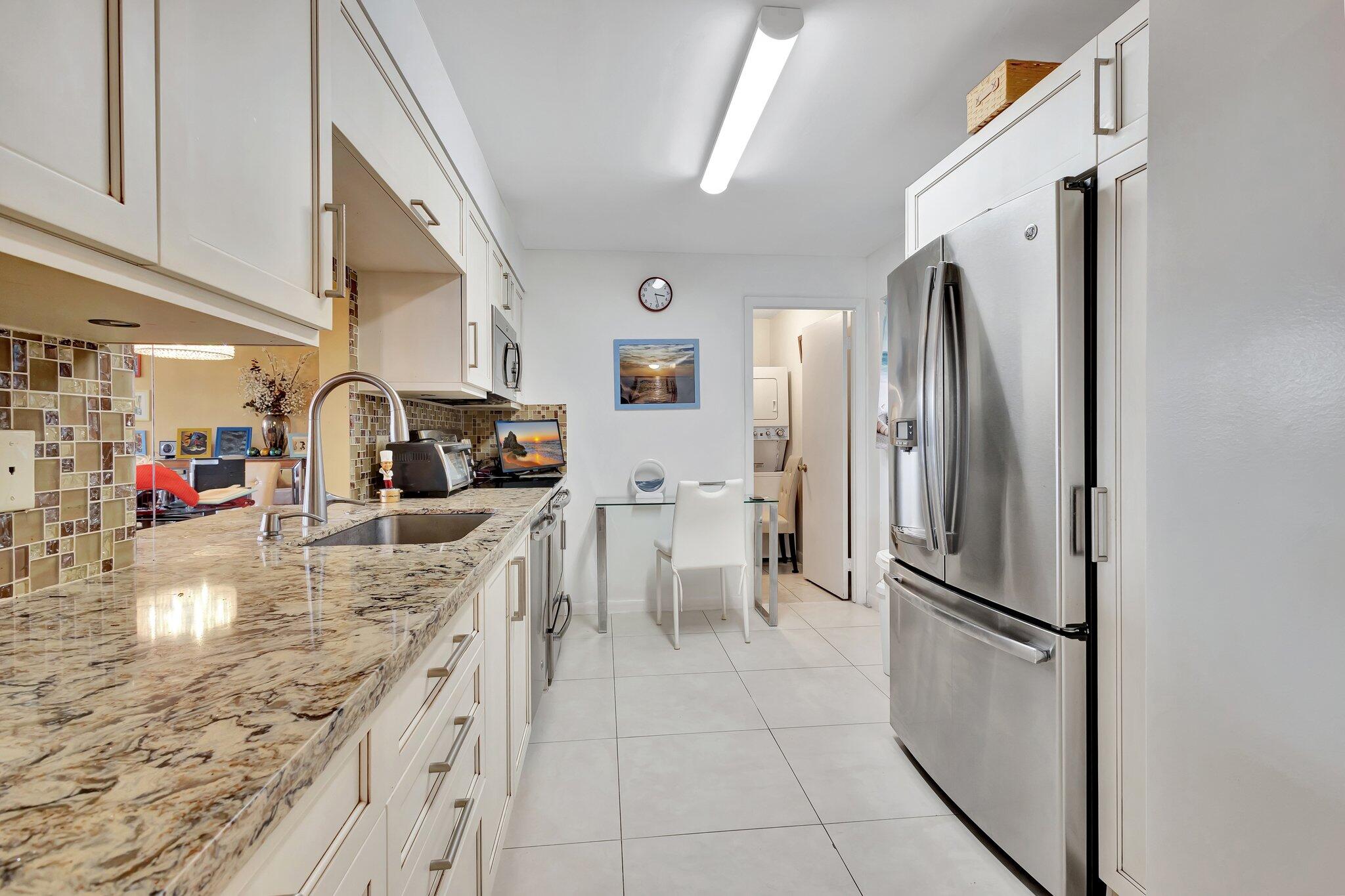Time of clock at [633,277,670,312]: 3:28
